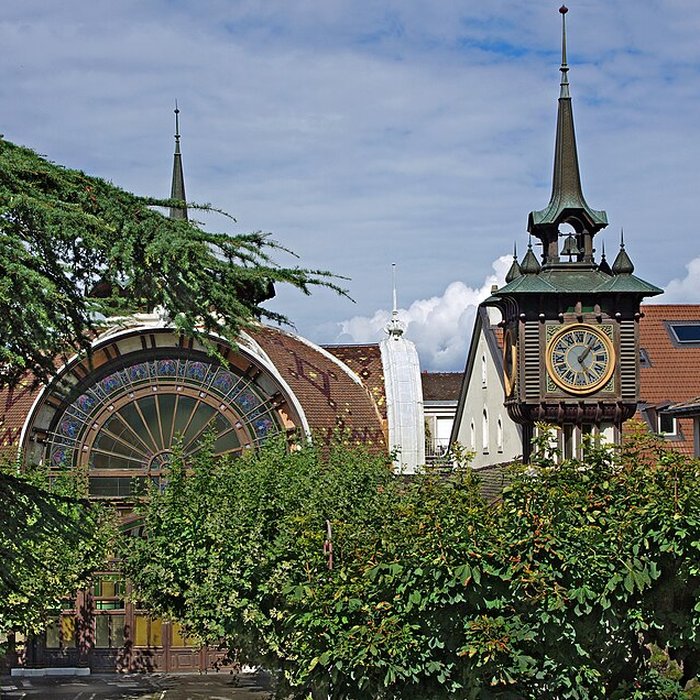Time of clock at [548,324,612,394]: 5:06
